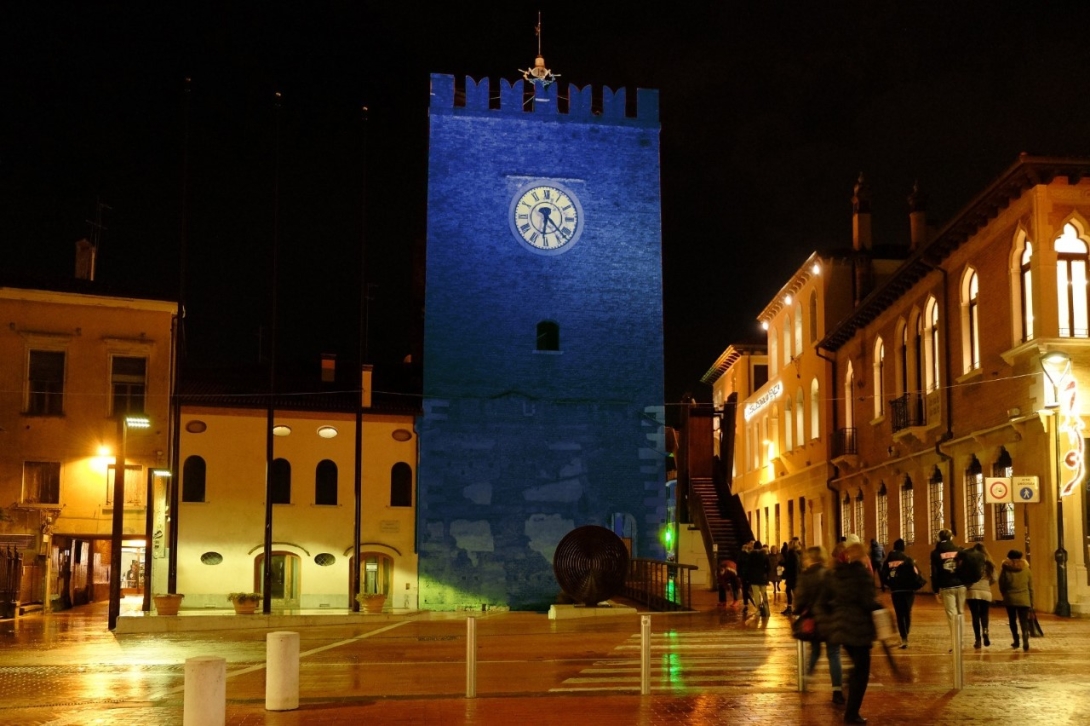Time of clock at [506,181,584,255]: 6:22
